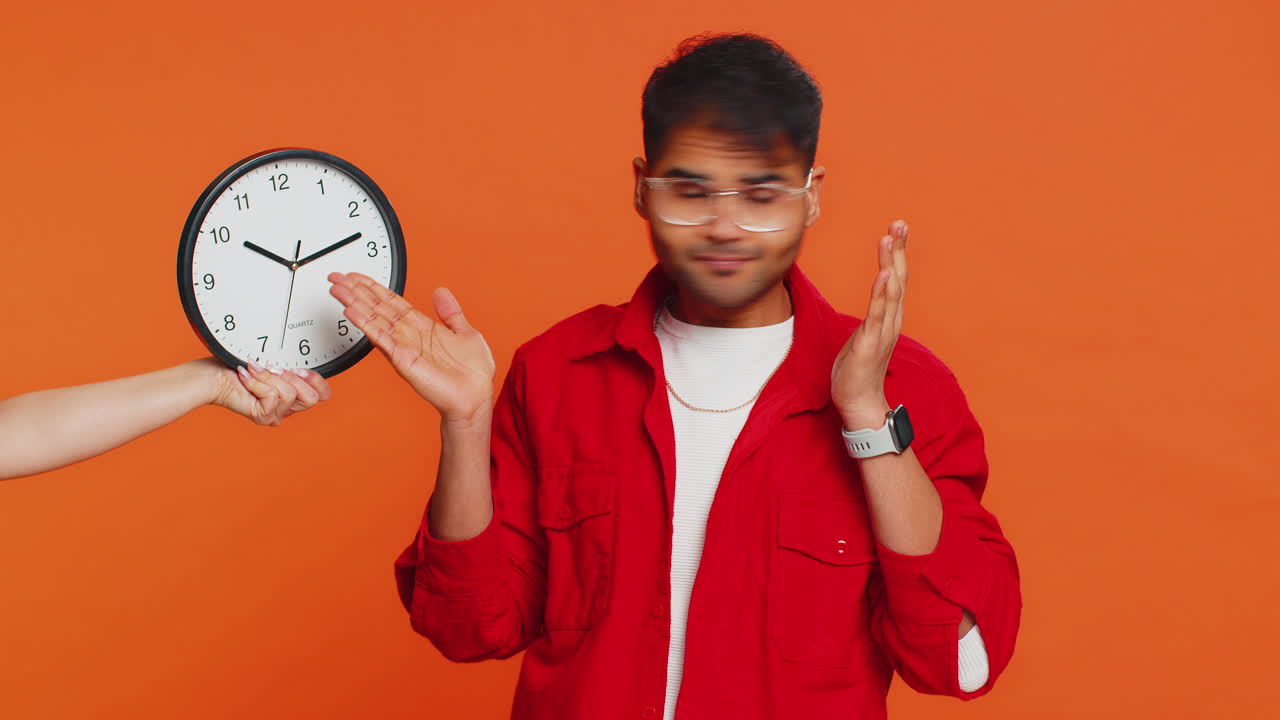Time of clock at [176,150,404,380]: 10:12
